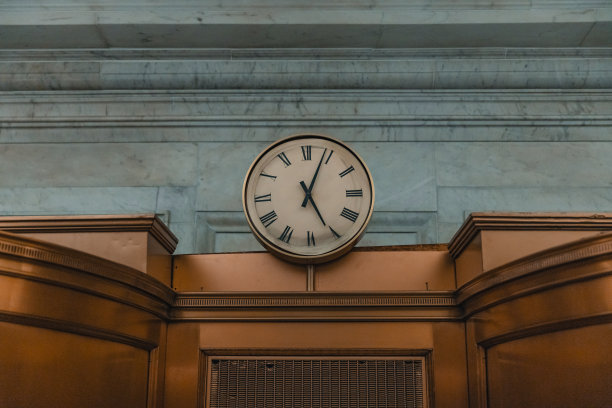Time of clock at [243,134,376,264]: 5:03
